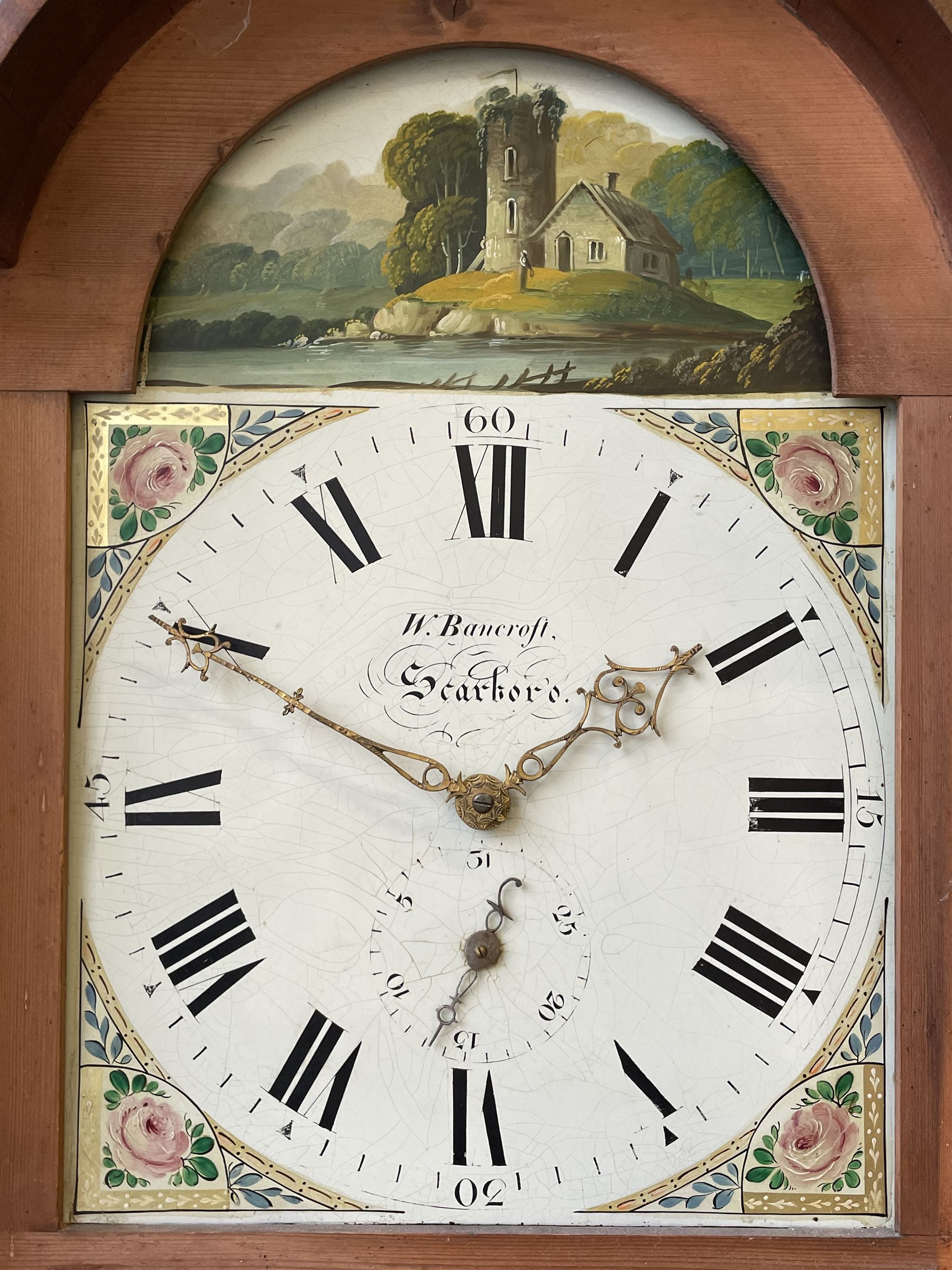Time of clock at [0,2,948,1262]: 1:49
